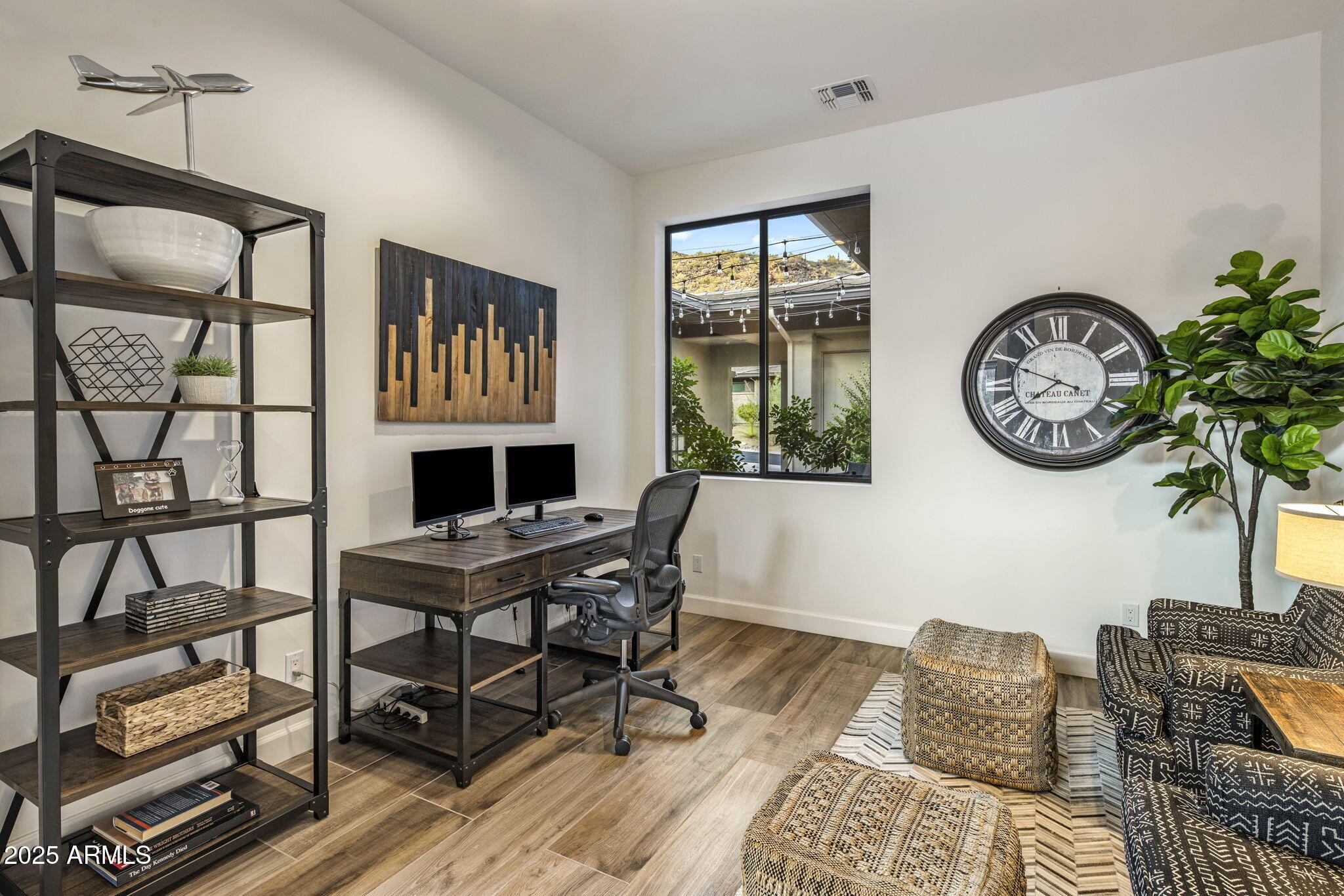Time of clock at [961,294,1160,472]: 7:48
